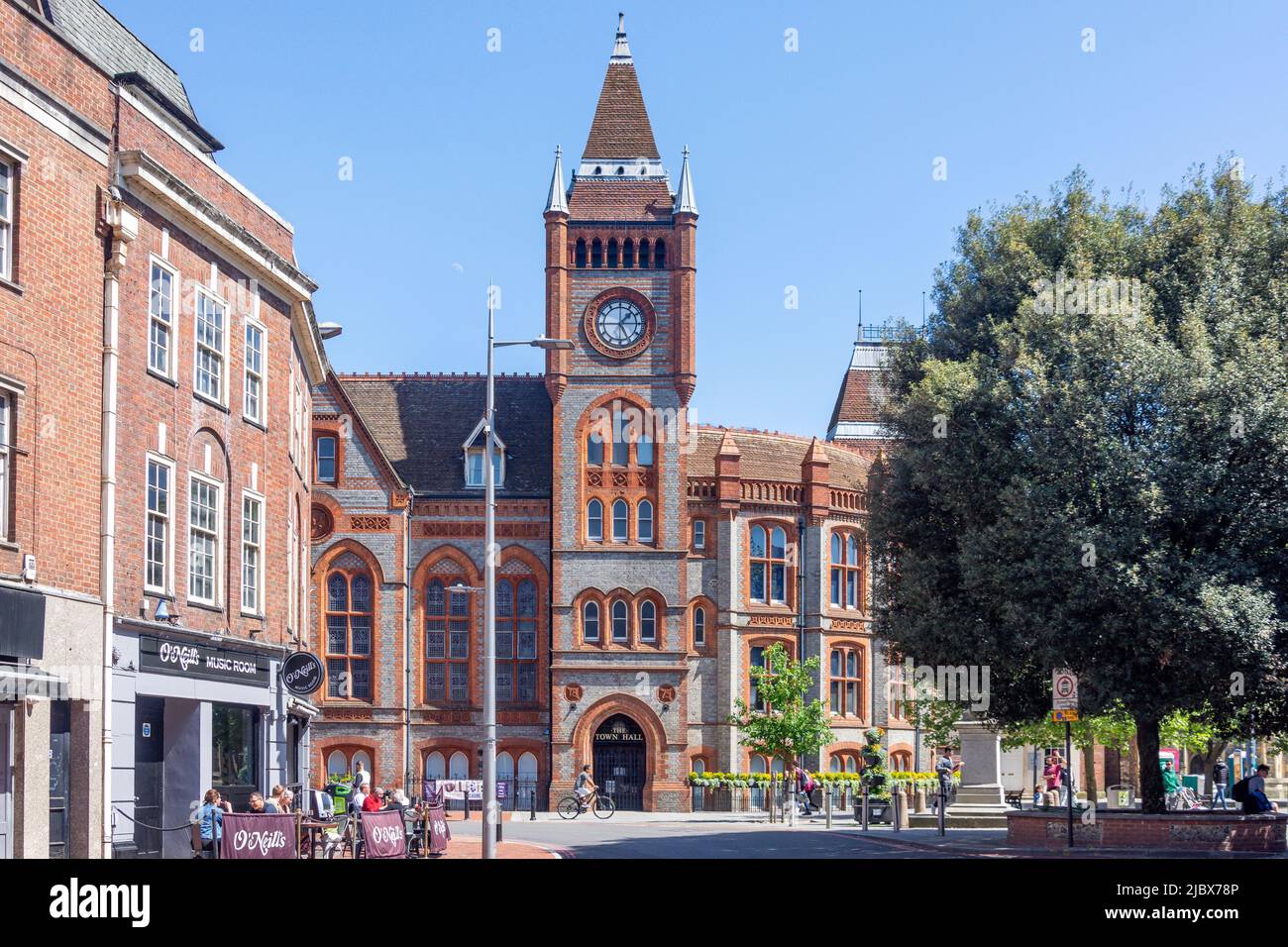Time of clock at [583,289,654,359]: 1:25
